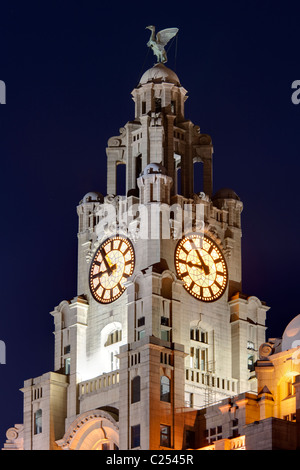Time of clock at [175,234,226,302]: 10:45
